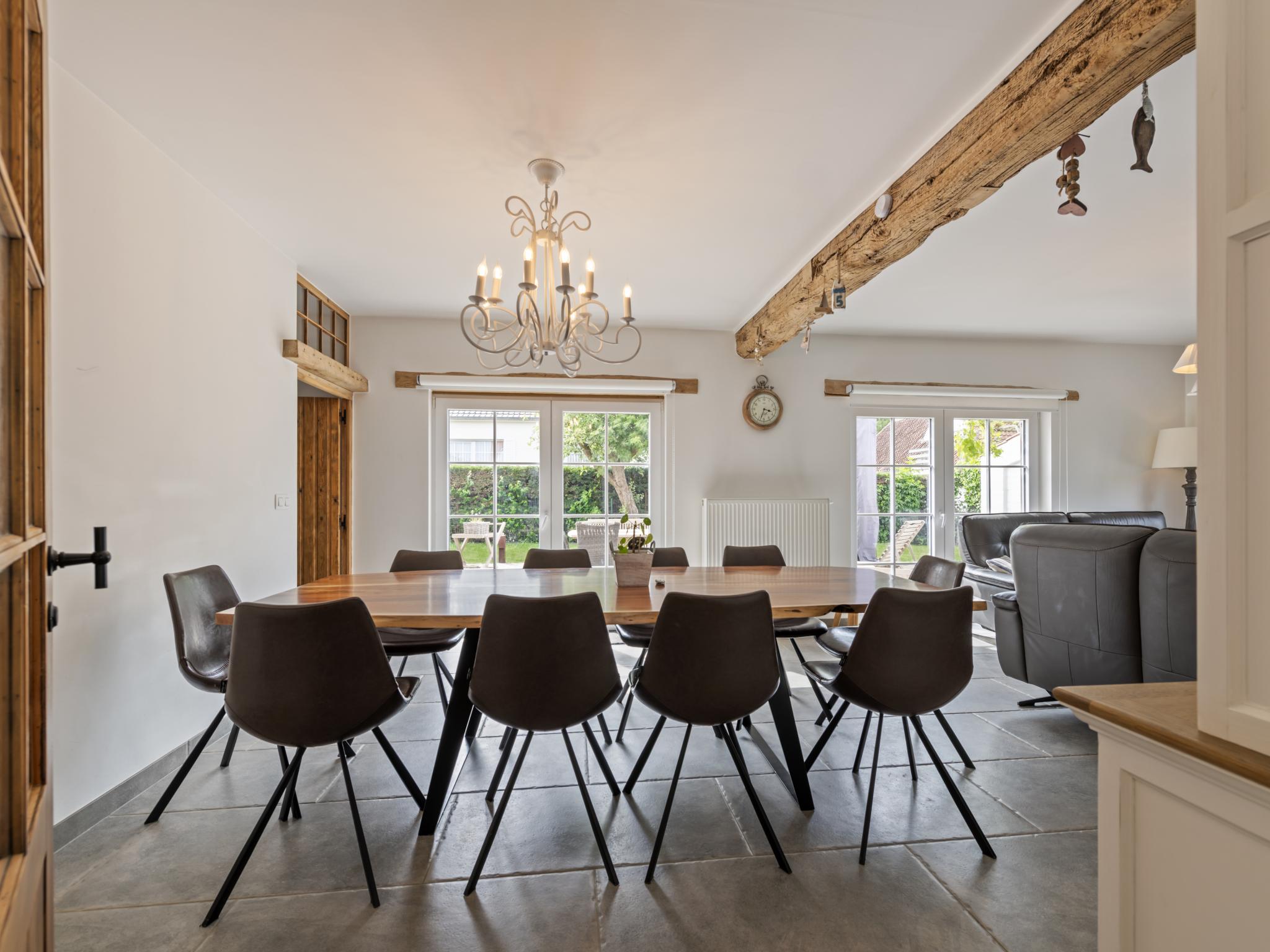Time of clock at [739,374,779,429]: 3:33
